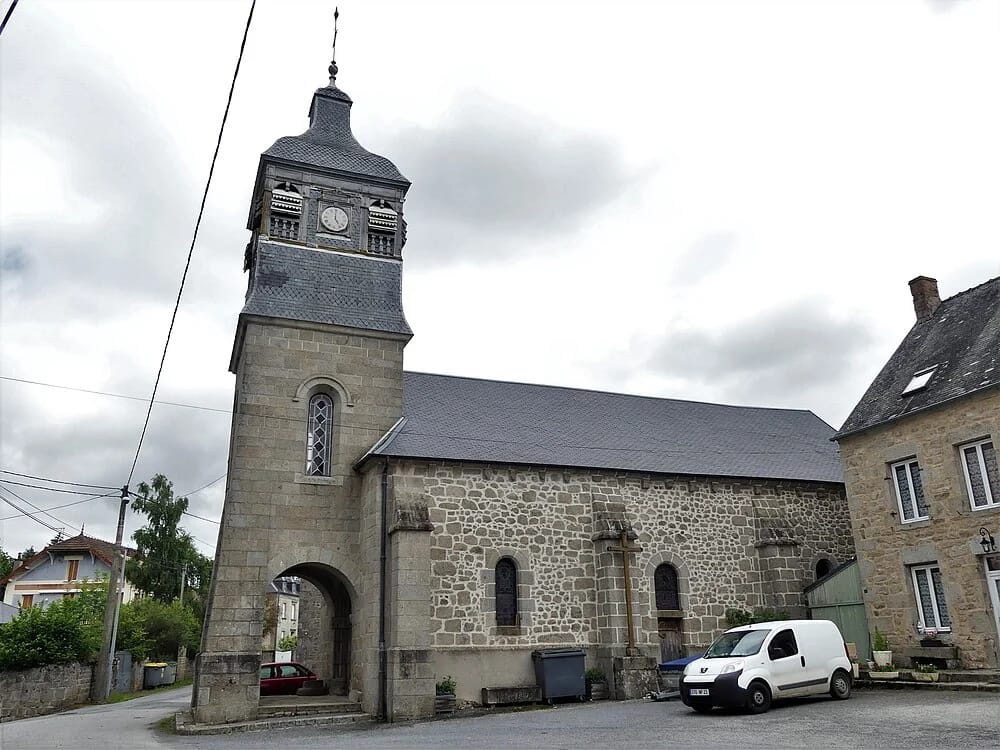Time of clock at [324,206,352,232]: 4:59
